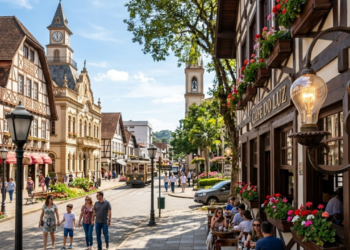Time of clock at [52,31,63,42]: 5:59
